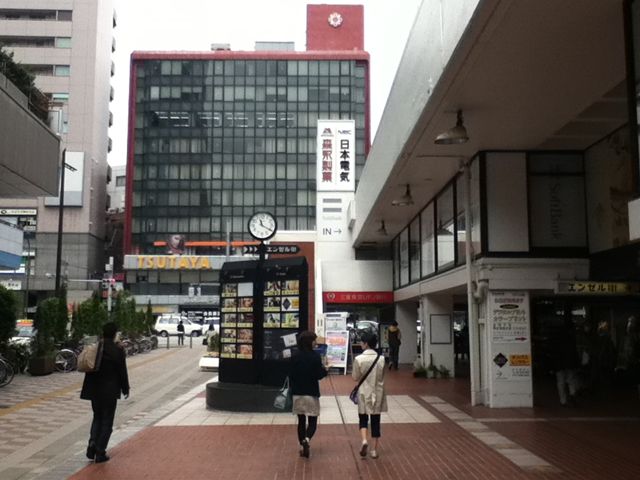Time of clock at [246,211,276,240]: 11:19
